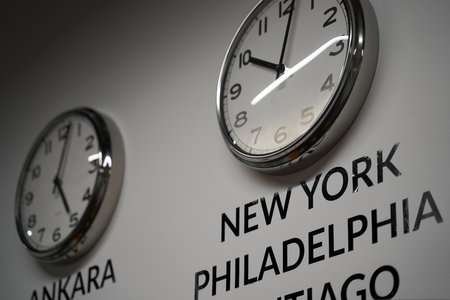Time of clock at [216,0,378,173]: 10:01
